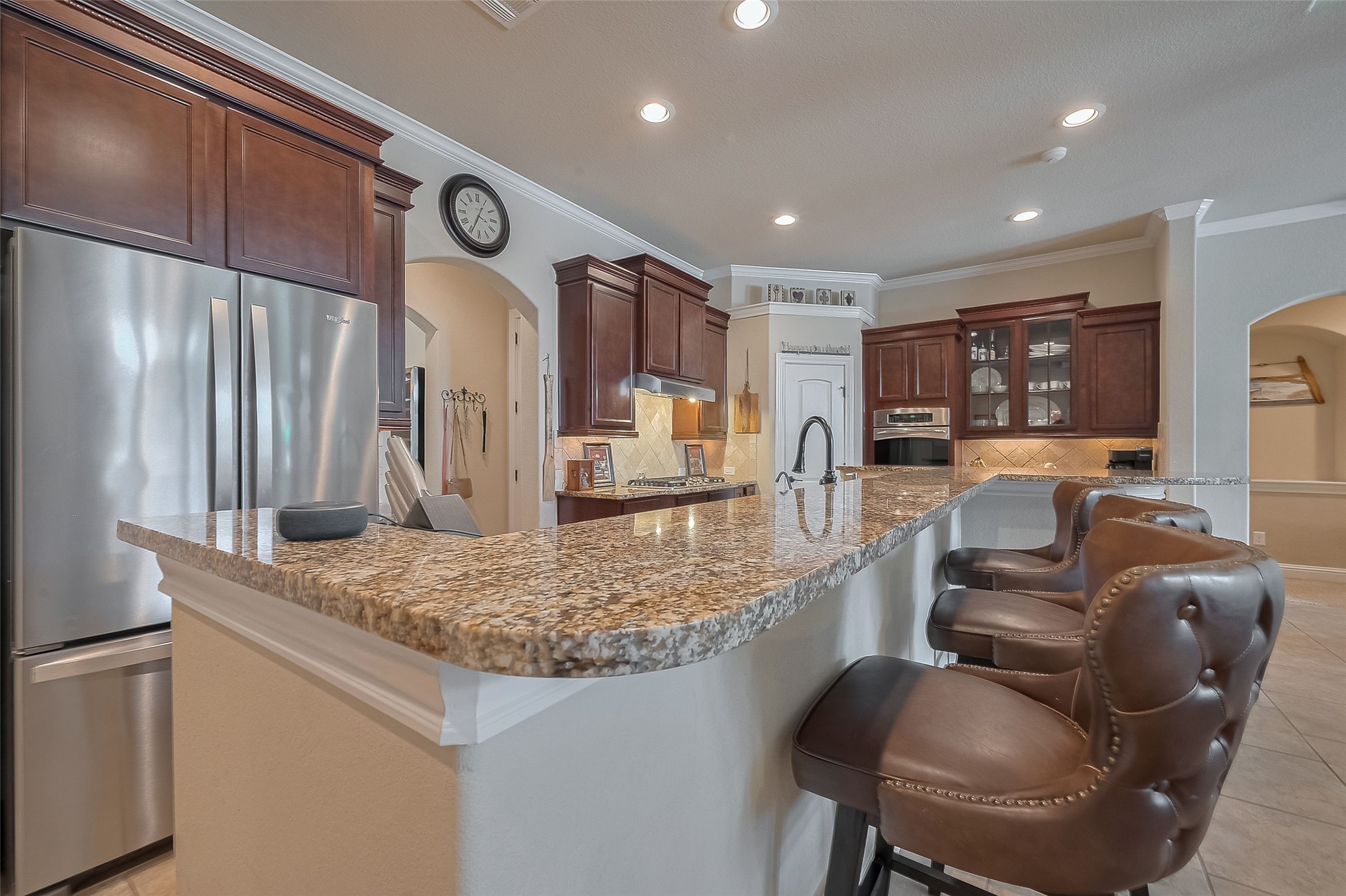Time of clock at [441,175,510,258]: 3:34
